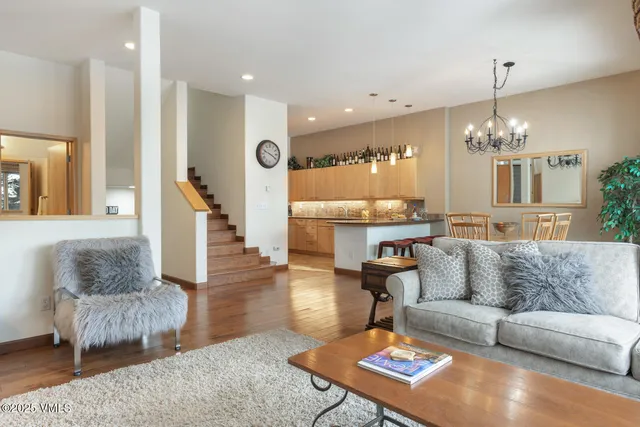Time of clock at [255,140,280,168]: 3:48
